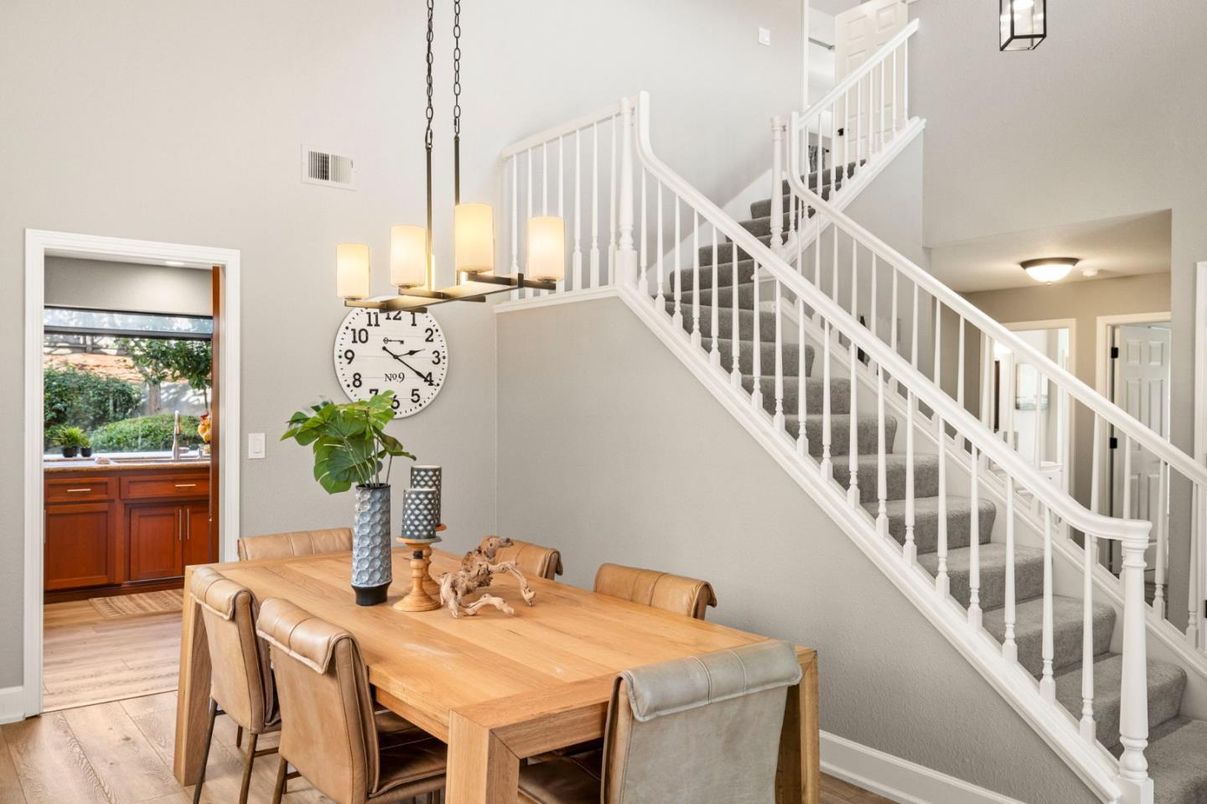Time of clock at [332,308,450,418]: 2:20
